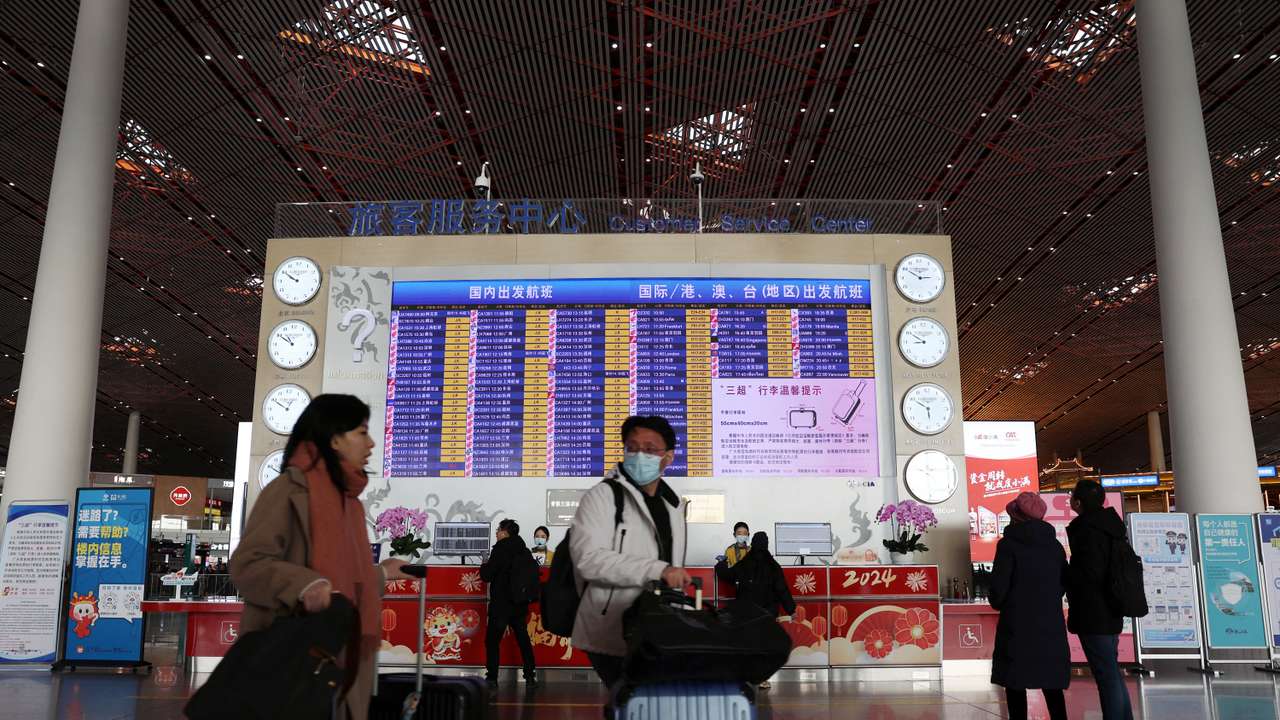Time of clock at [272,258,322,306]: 9:50
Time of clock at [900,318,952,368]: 8:50
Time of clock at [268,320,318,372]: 10:50
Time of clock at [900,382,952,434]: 5:50
